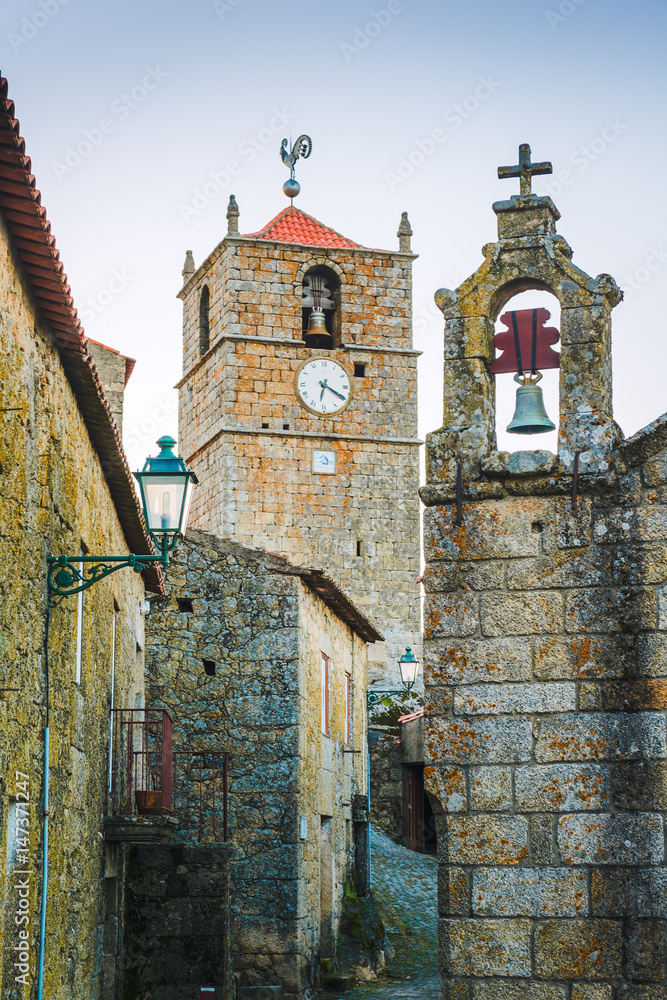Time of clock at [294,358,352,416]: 6:19
